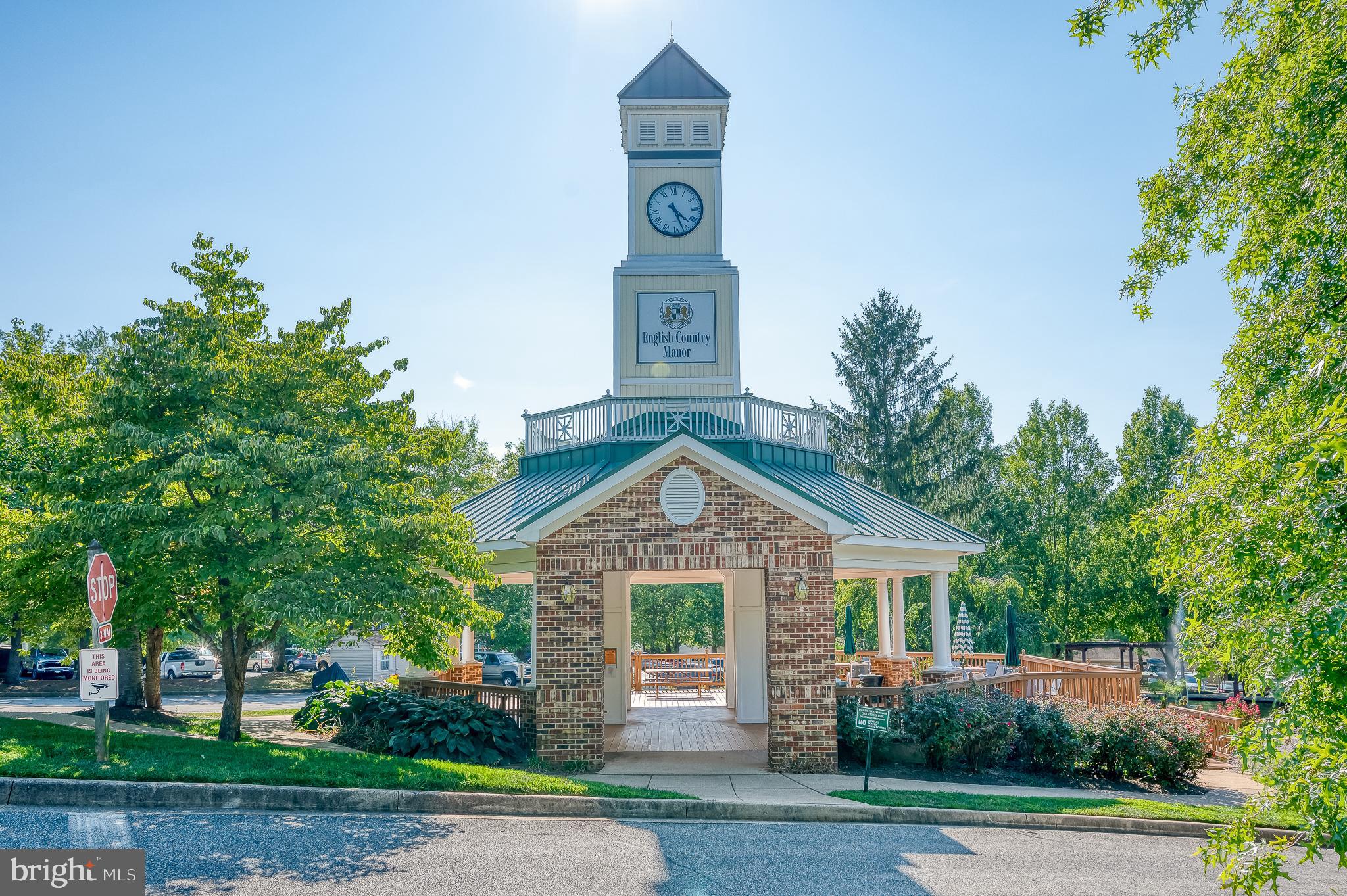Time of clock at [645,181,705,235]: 4:26
